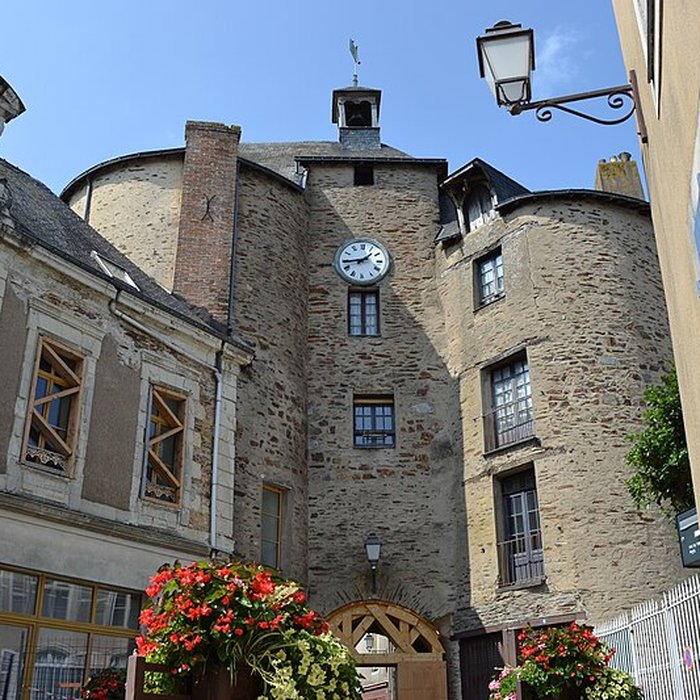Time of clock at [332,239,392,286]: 1:43
